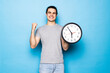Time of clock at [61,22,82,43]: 5:54
